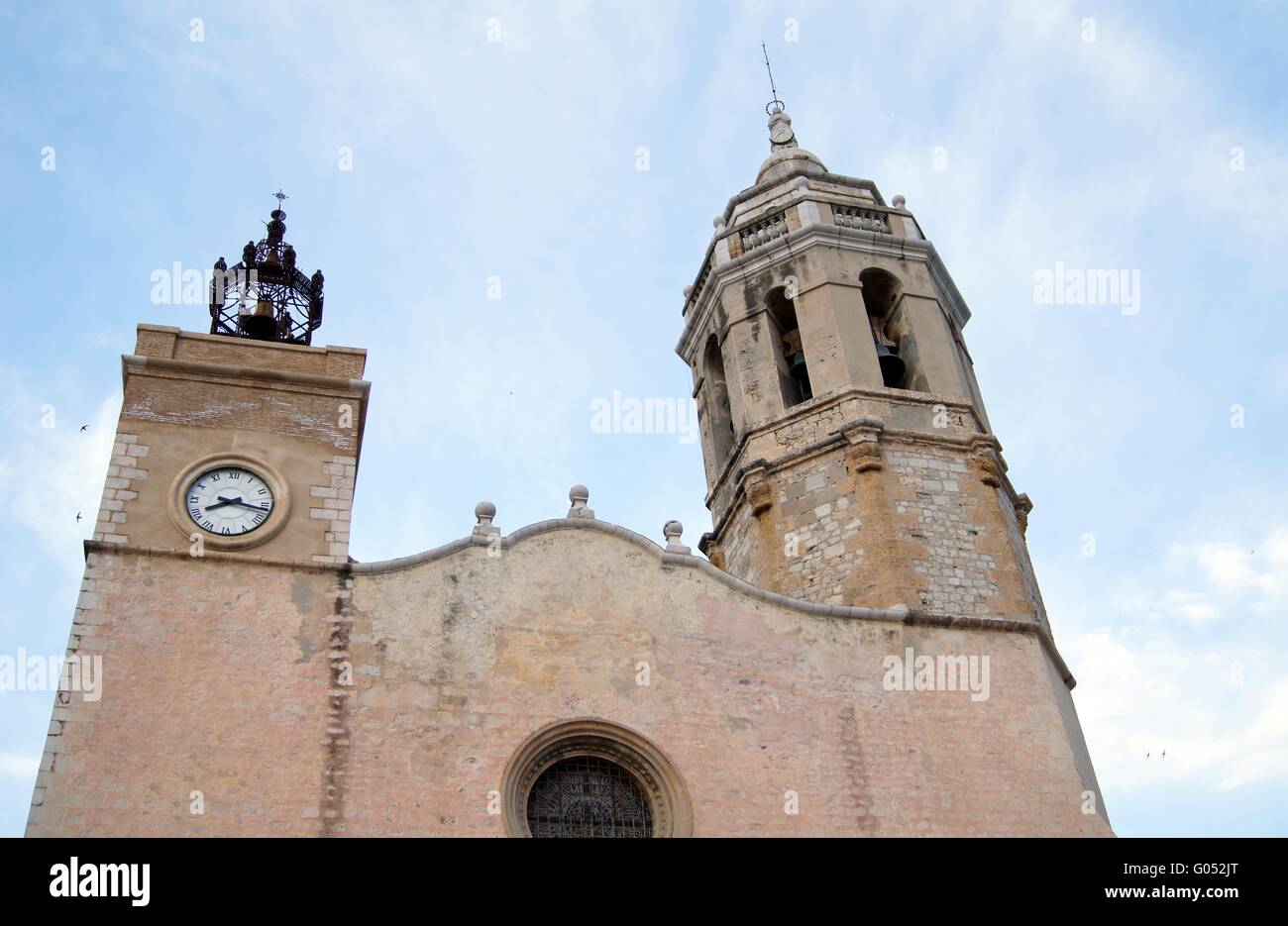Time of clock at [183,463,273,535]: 8:16
